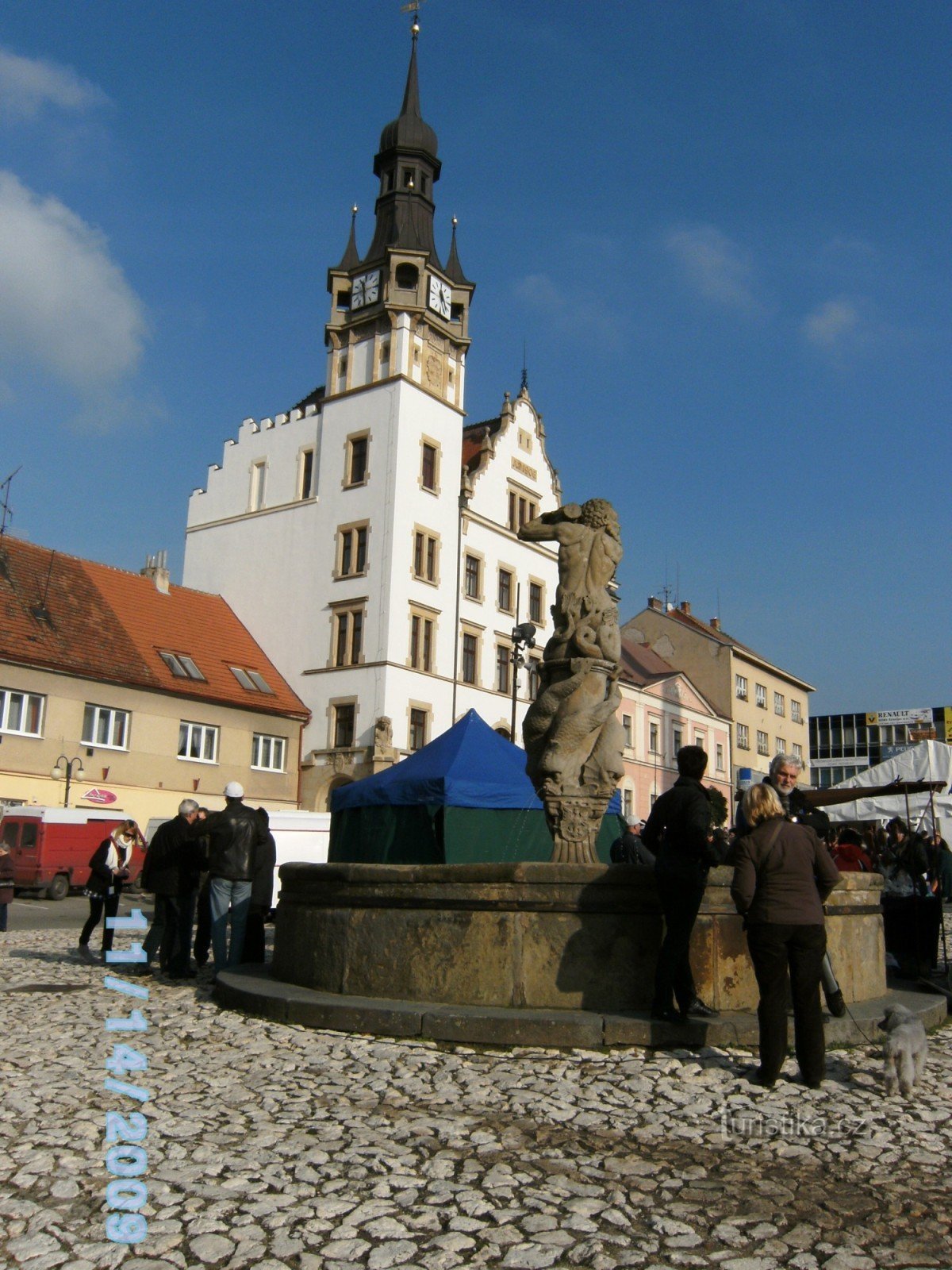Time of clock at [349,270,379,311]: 11:29
